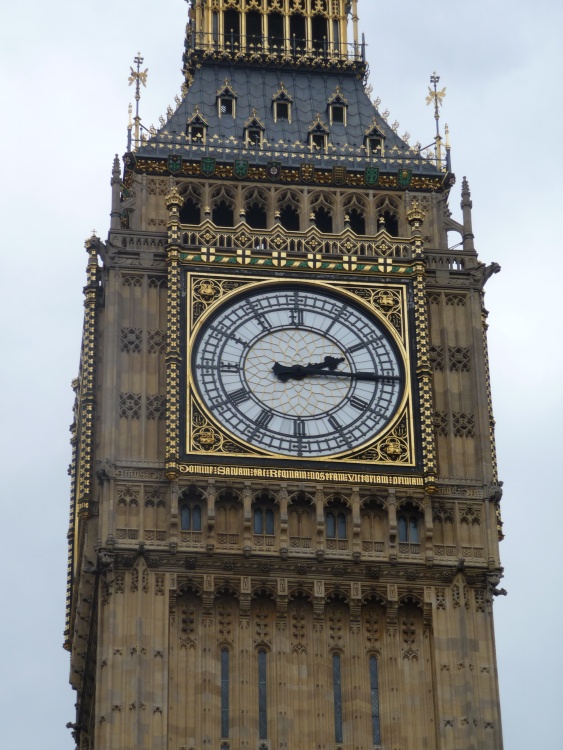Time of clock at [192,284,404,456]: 2:15
